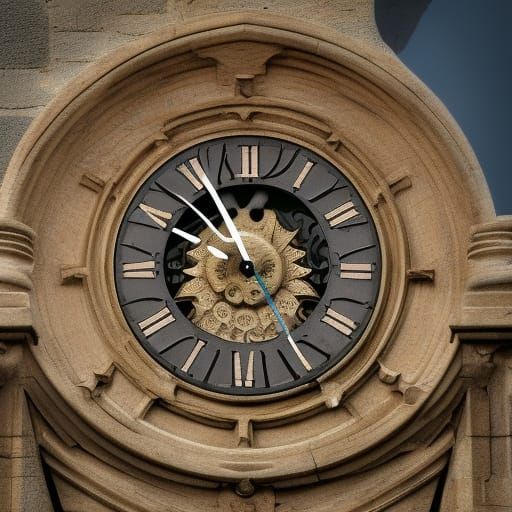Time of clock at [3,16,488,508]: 9:55
